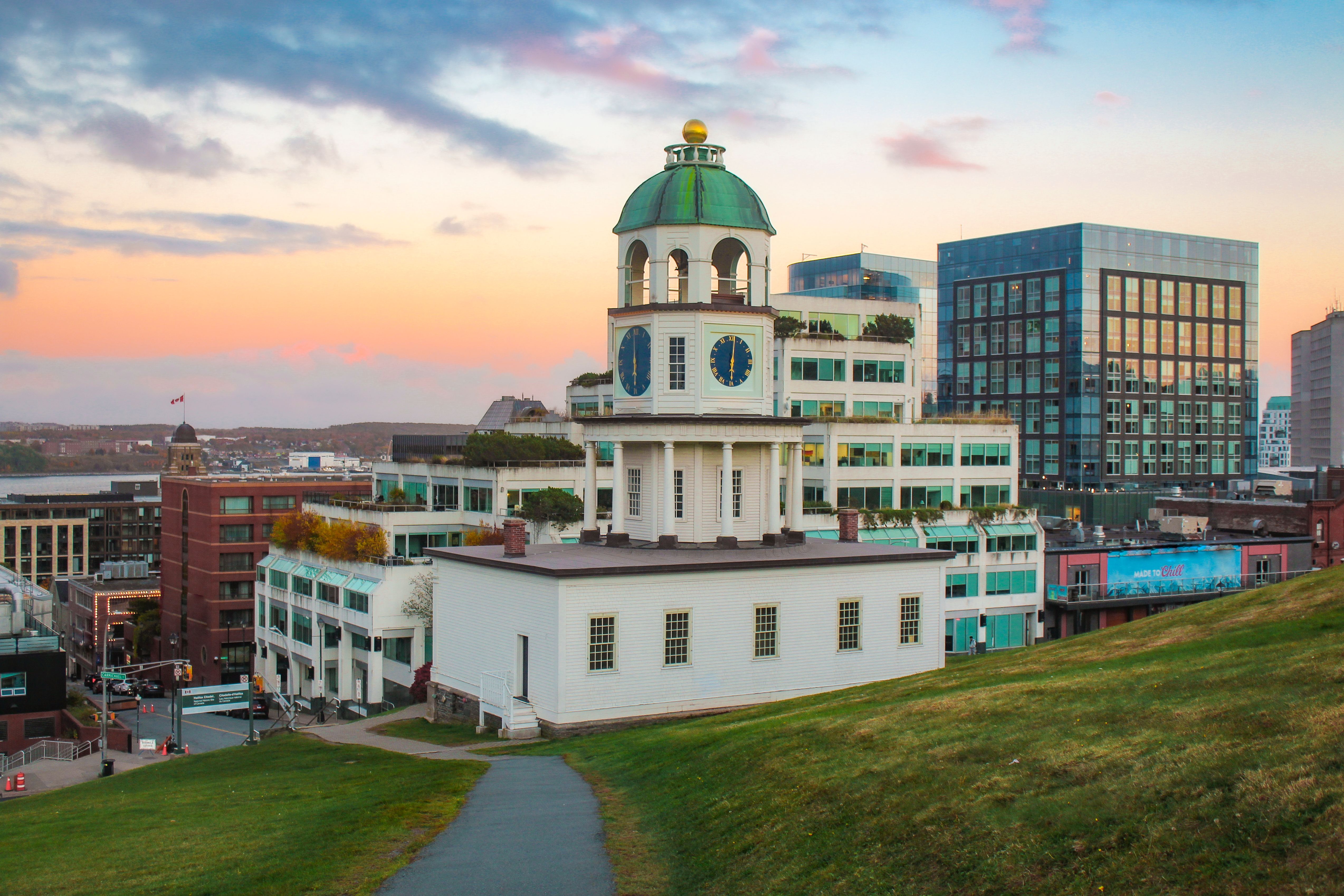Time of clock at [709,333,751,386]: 6:01
